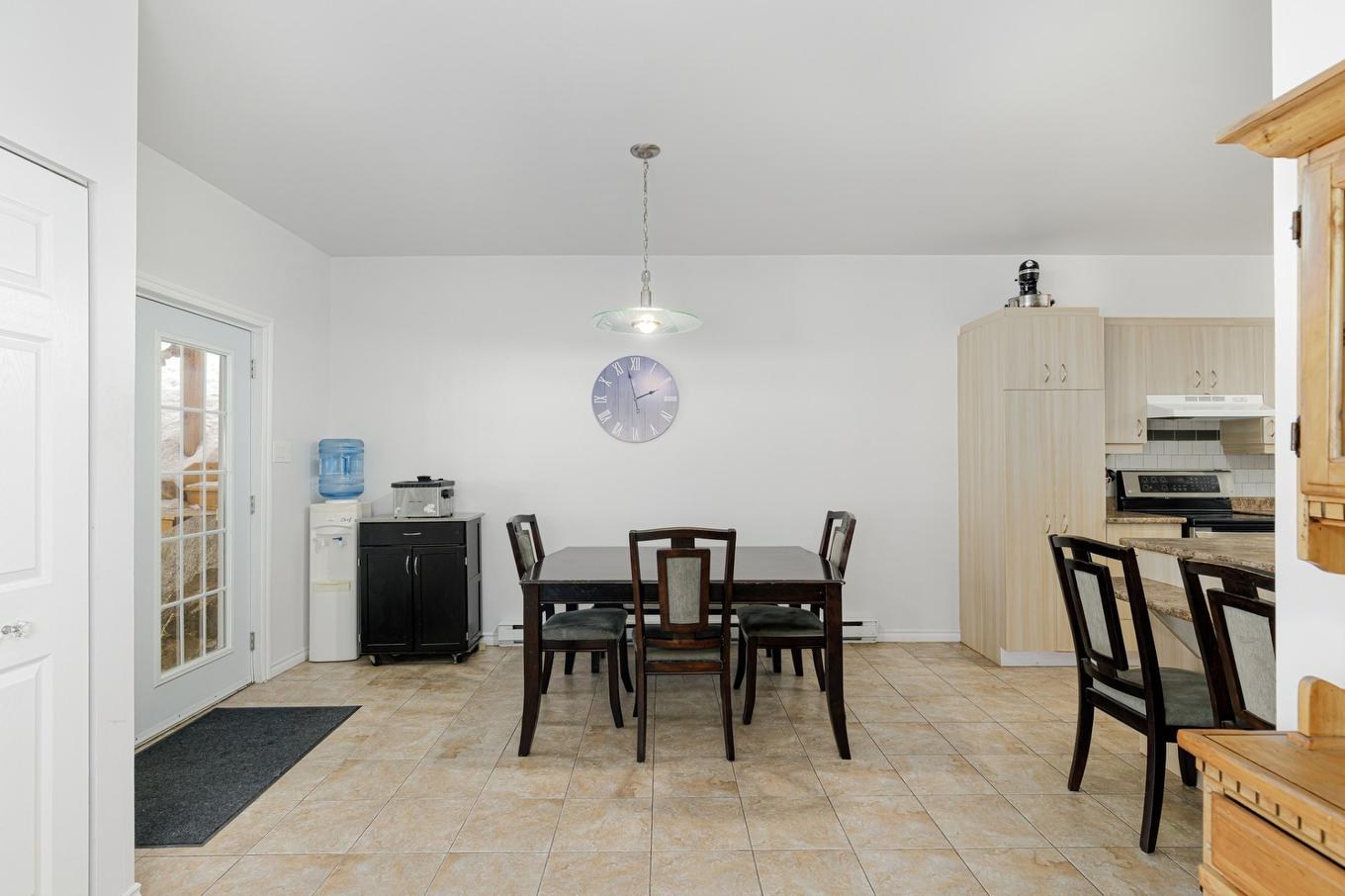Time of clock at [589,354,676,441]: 1:57
